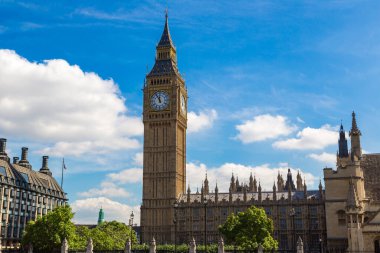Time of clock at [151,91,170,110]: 11:55
